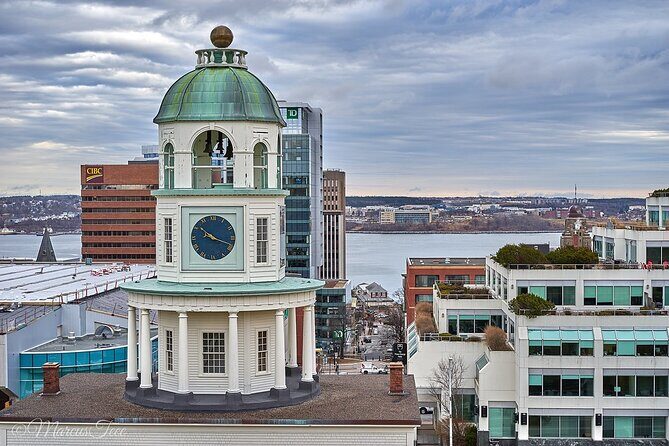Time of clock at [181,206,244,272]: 10:18
